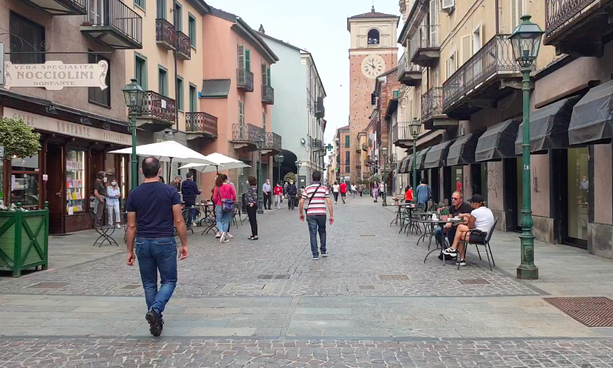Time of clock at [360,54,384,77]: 9:58
